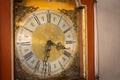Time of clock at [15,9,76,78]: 3:32
